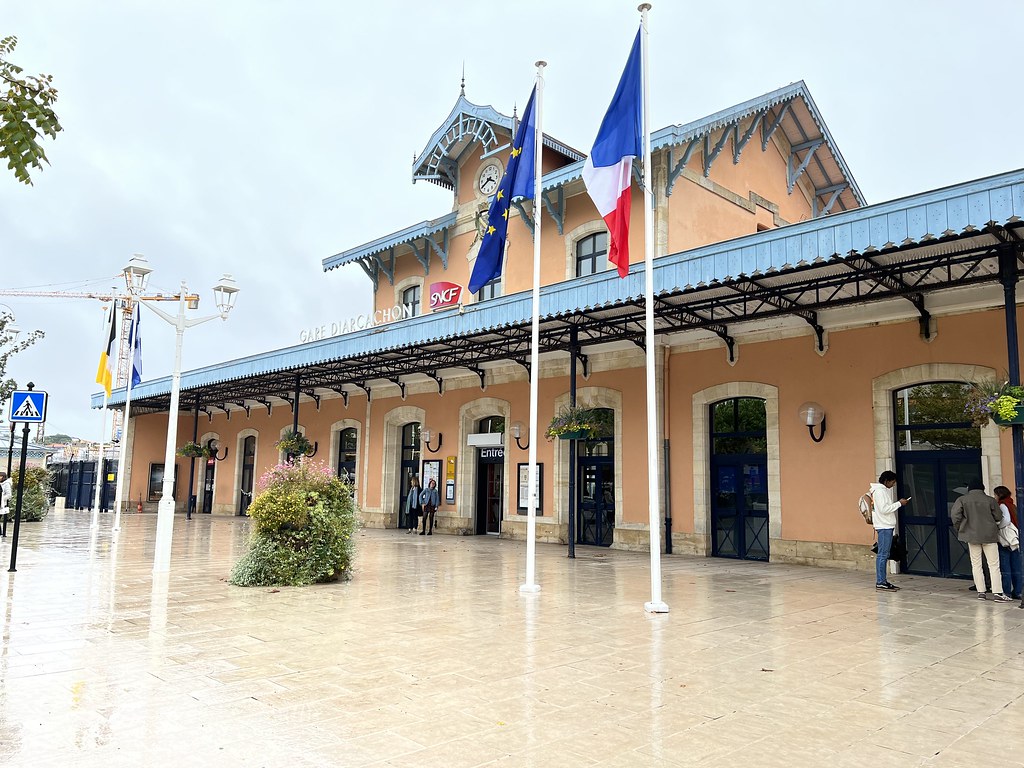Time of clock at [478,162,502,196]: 3:39
